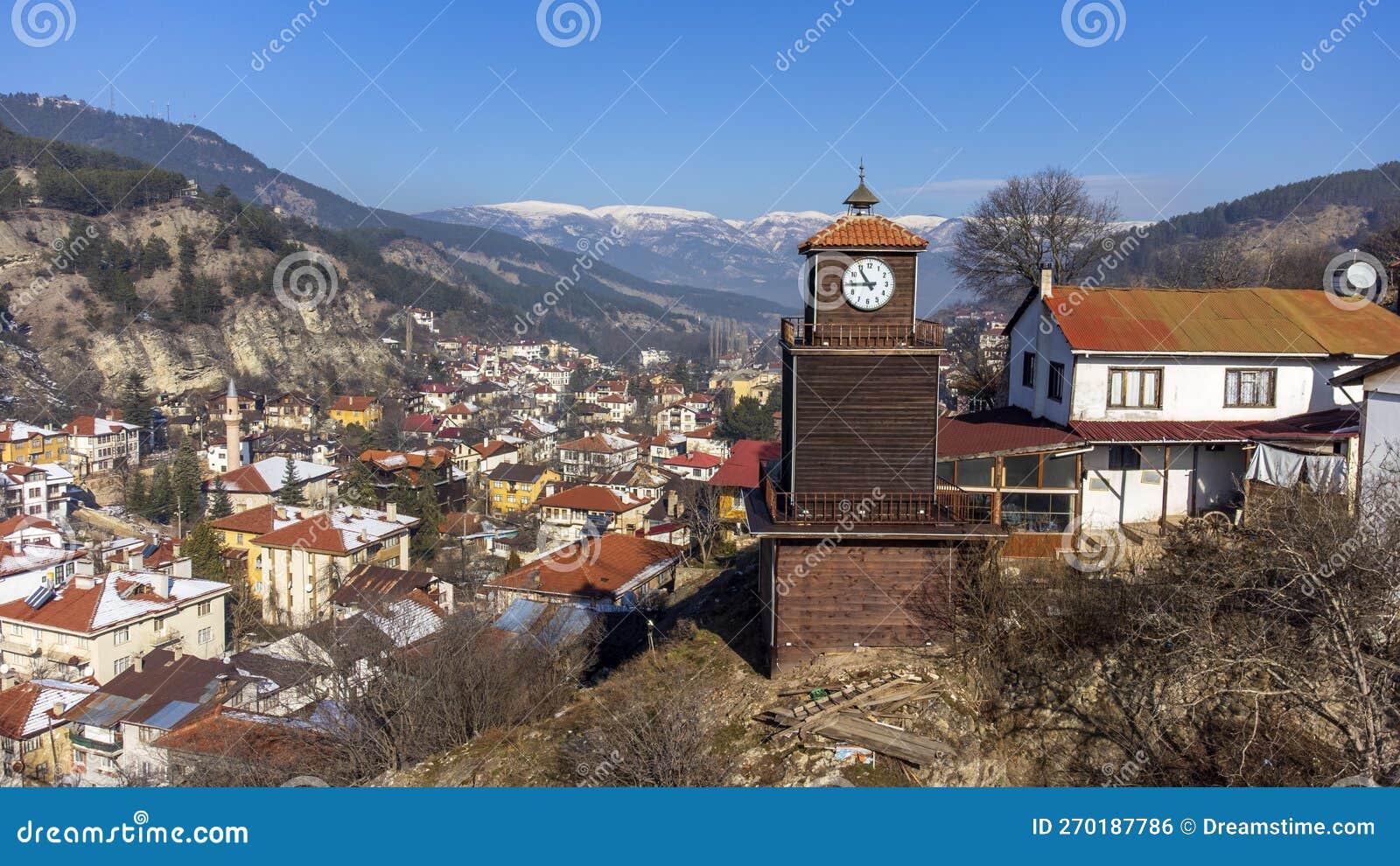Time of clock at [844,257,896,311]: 10:44
